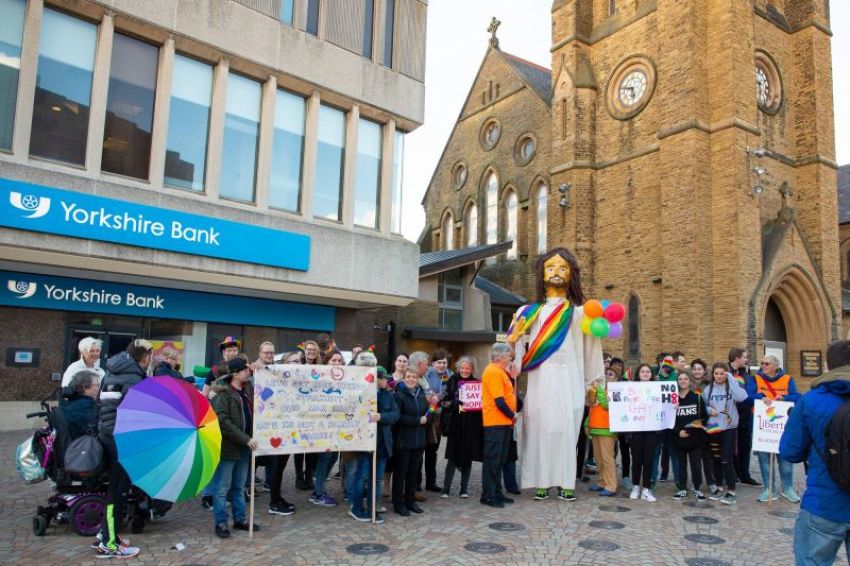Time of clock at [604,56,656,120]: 5:47
